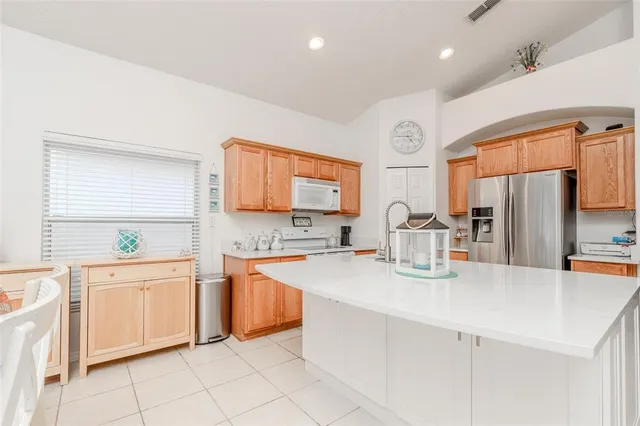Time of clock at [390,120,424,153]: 4:45
